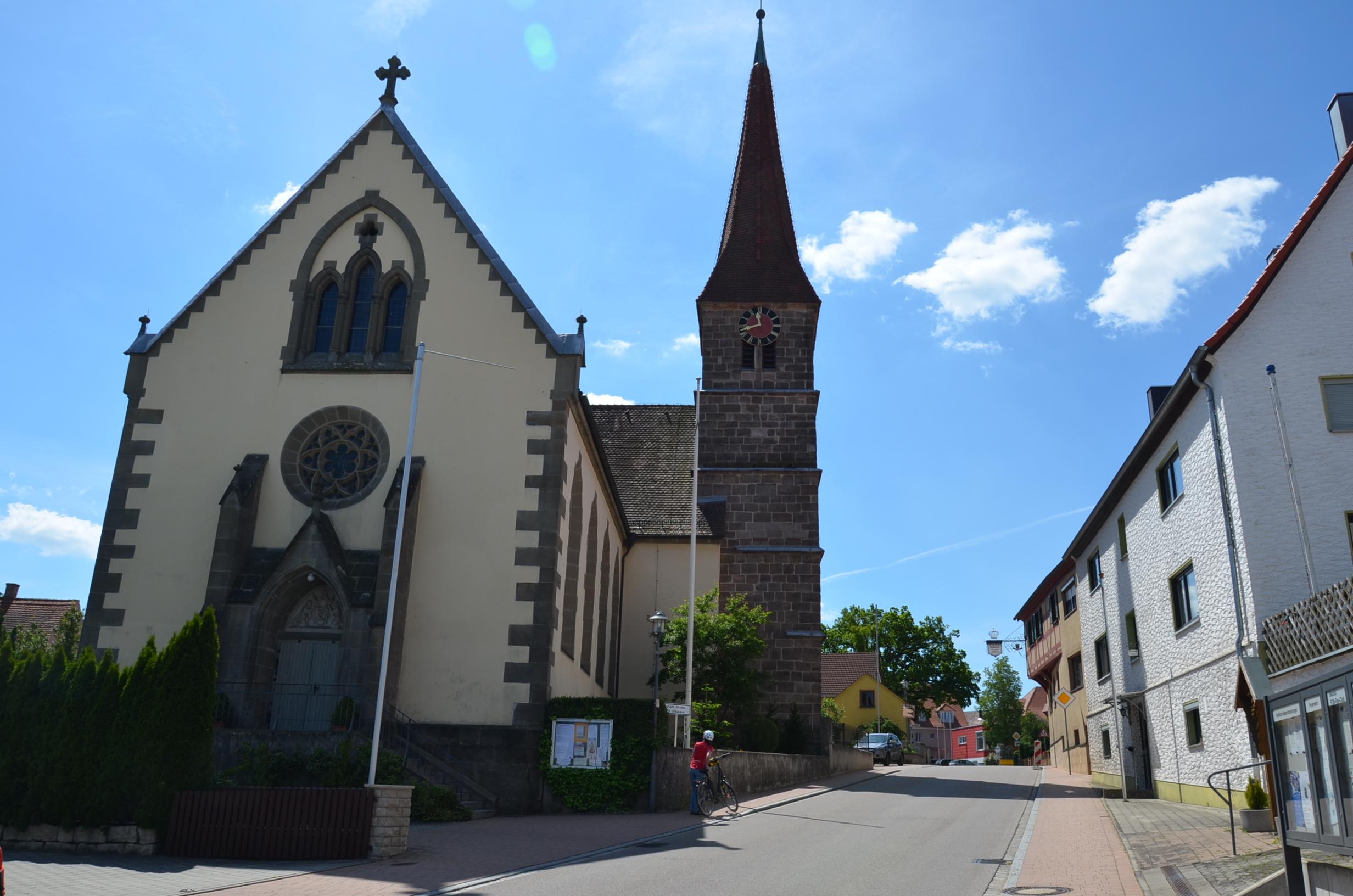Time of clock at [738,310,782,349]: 11:42
